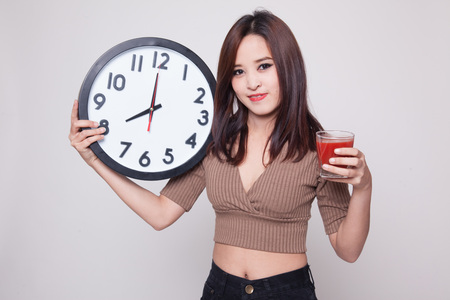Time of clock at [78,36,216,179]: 7:59
